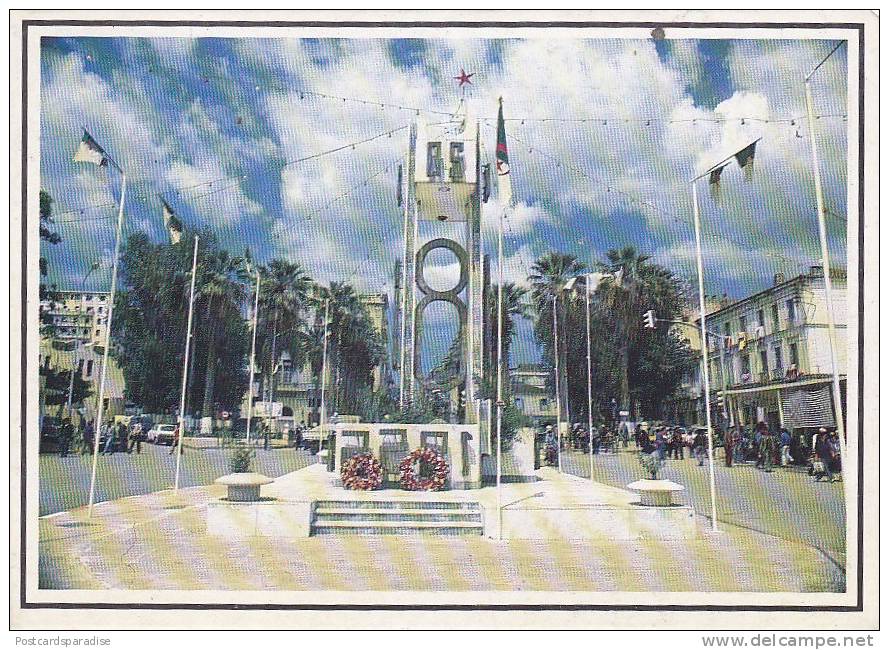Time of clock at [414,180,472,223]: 12:14
